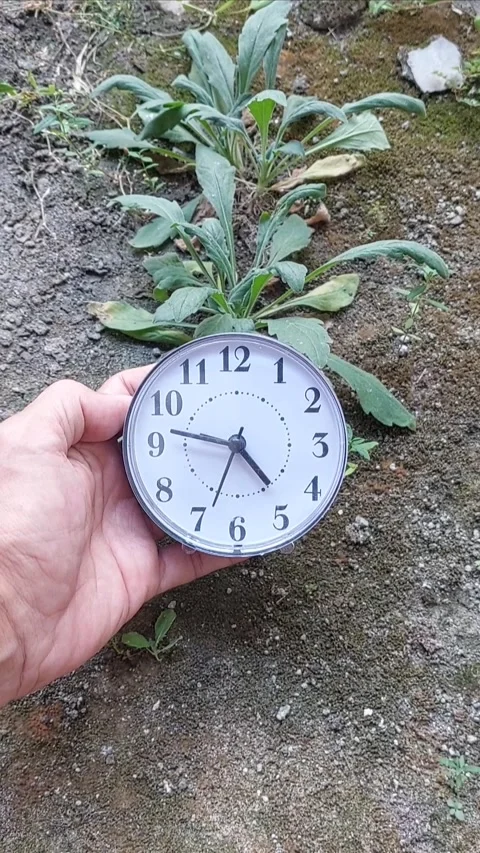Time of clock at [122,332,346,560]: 4:46
